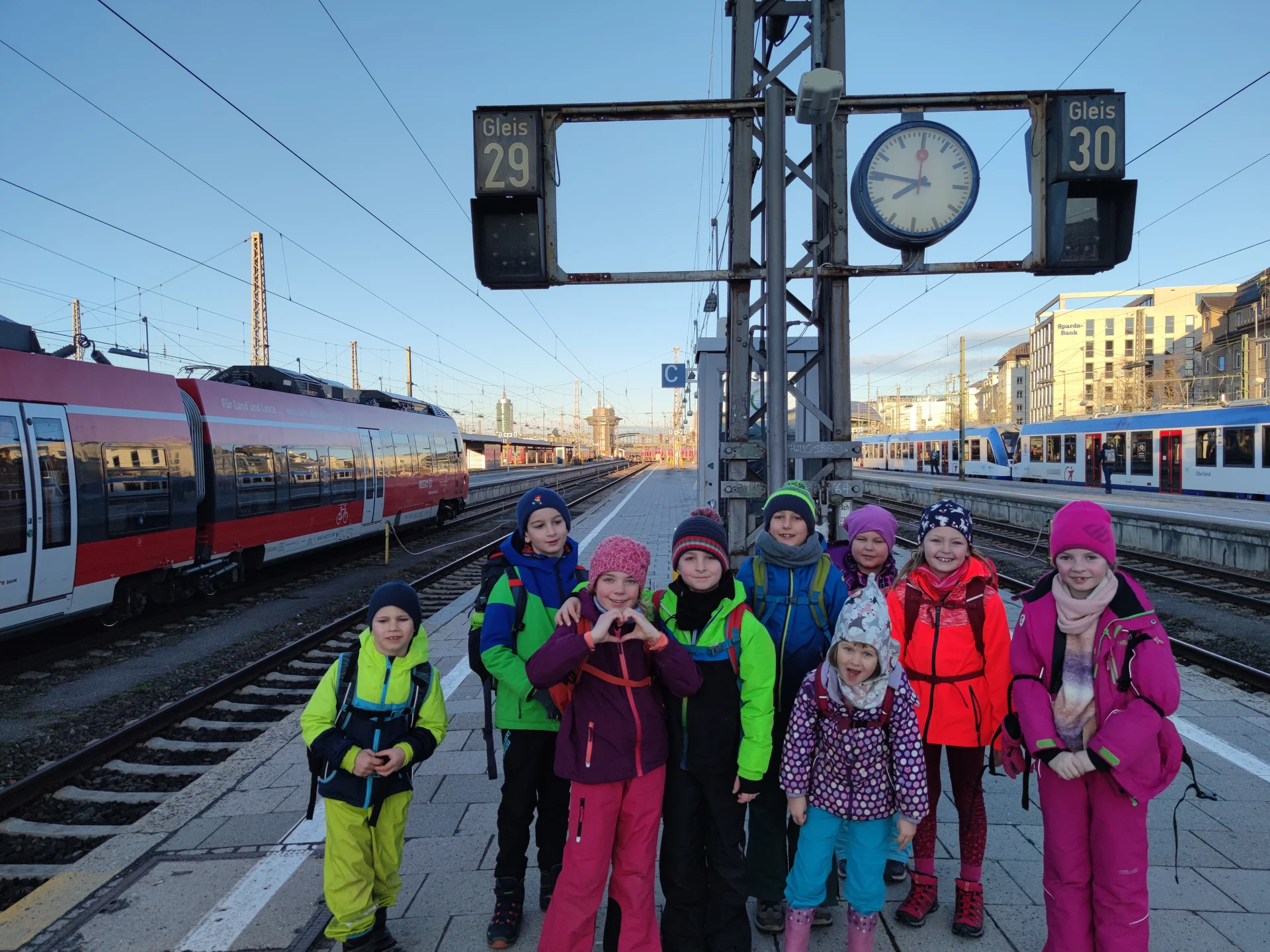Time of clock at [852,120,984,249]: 7:46
